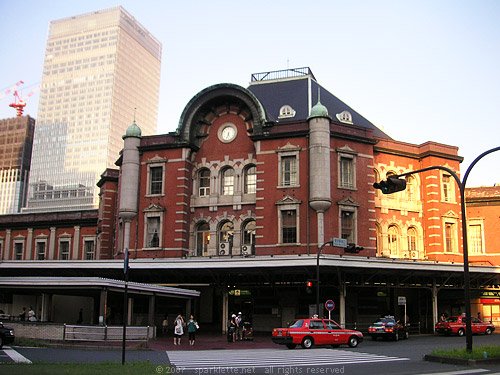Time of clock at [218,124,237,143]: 5:32
